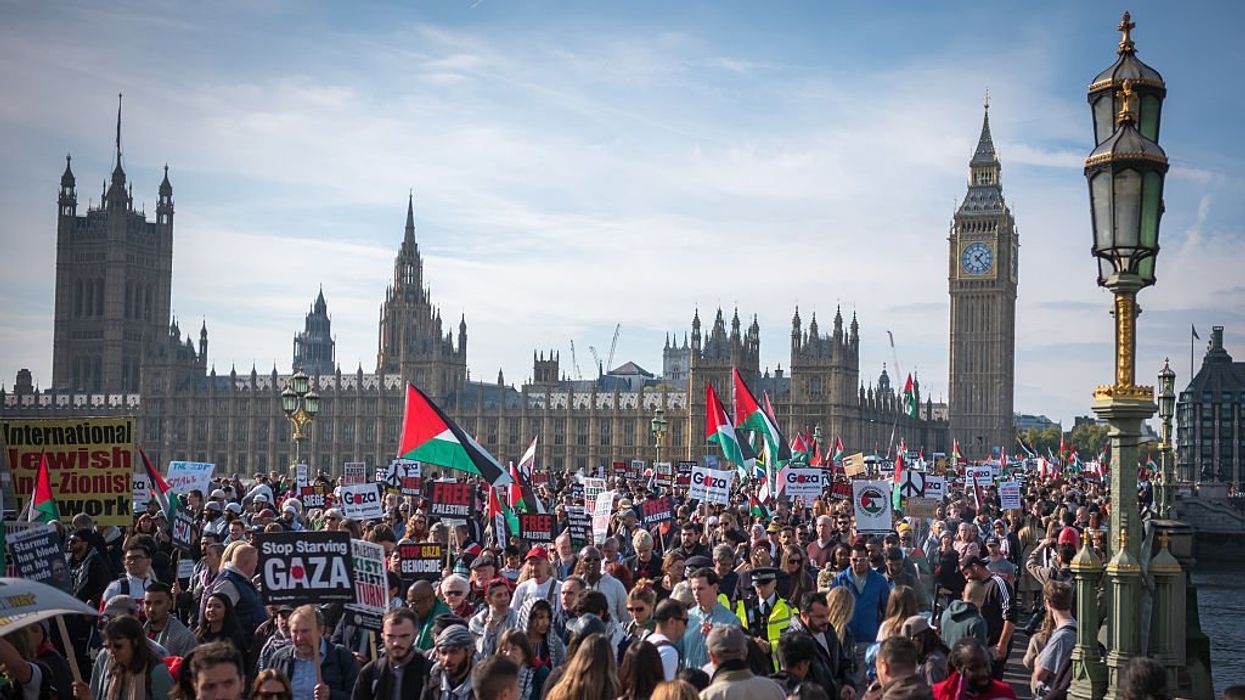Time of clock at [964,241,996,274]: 1:22
